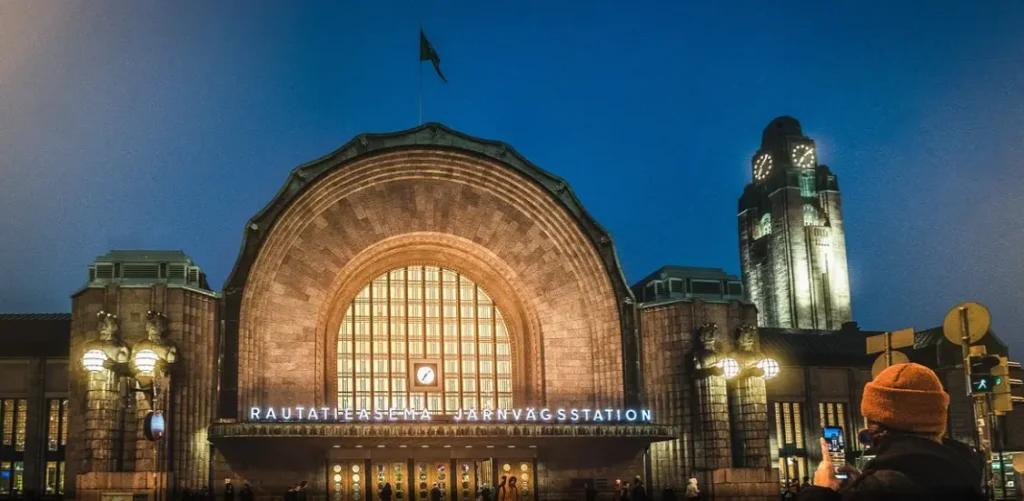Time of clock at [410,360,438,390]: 7:07
